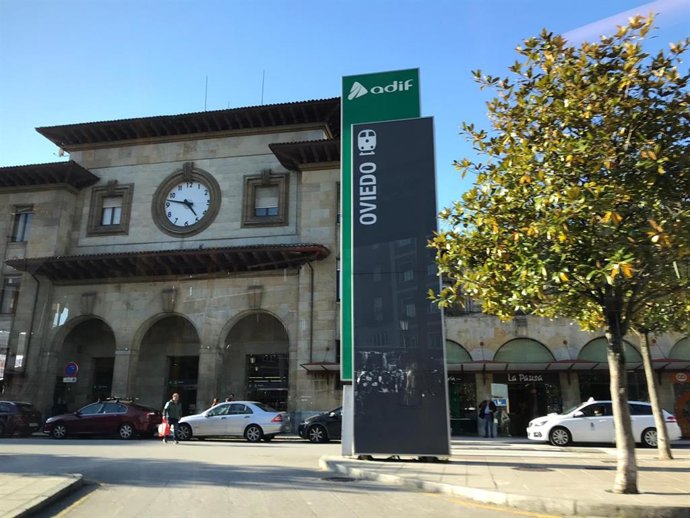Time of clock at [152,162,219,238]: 4:47
